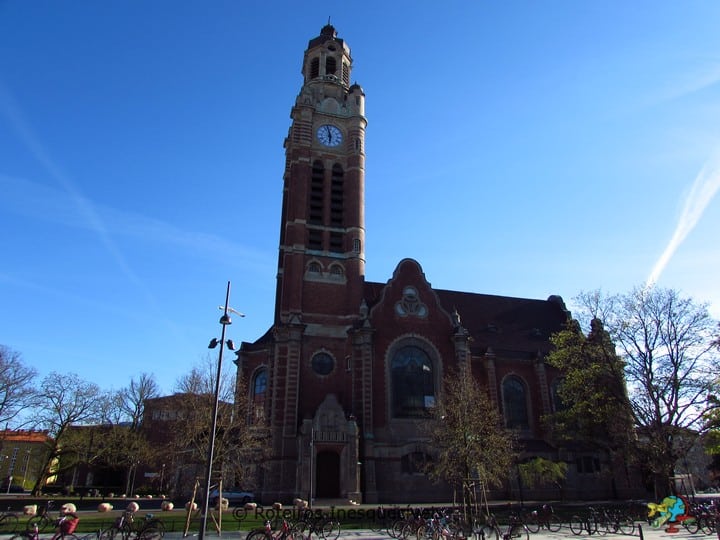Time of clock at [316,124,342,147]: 5:57
